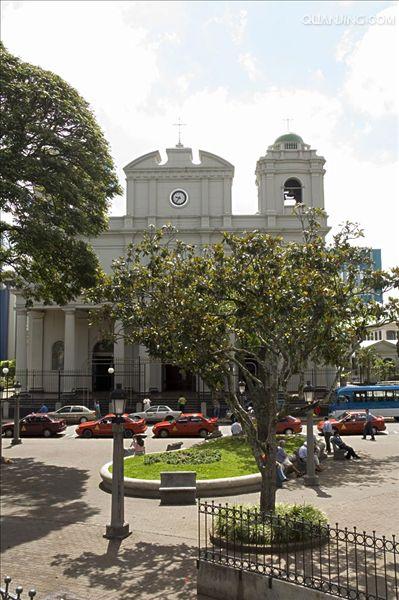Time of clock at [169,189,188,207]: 9:36
